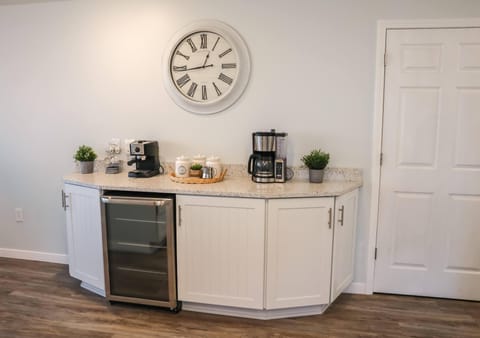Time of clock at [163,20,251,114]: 12:43
